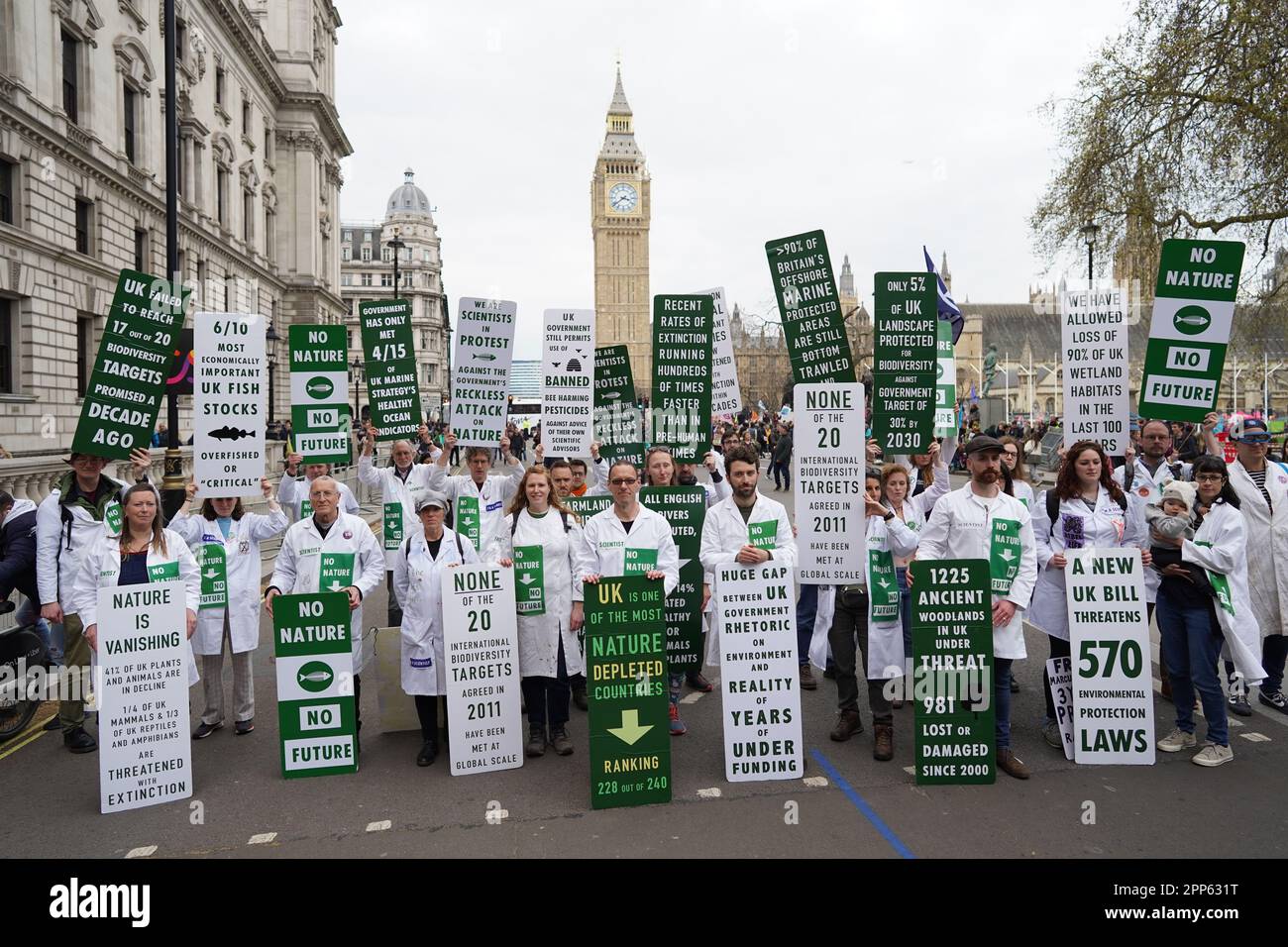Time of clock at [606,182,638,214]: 3:38
